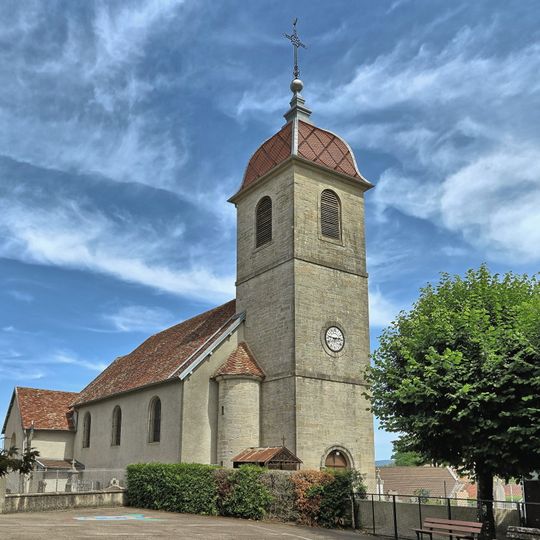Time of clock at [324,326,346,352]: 2:46
